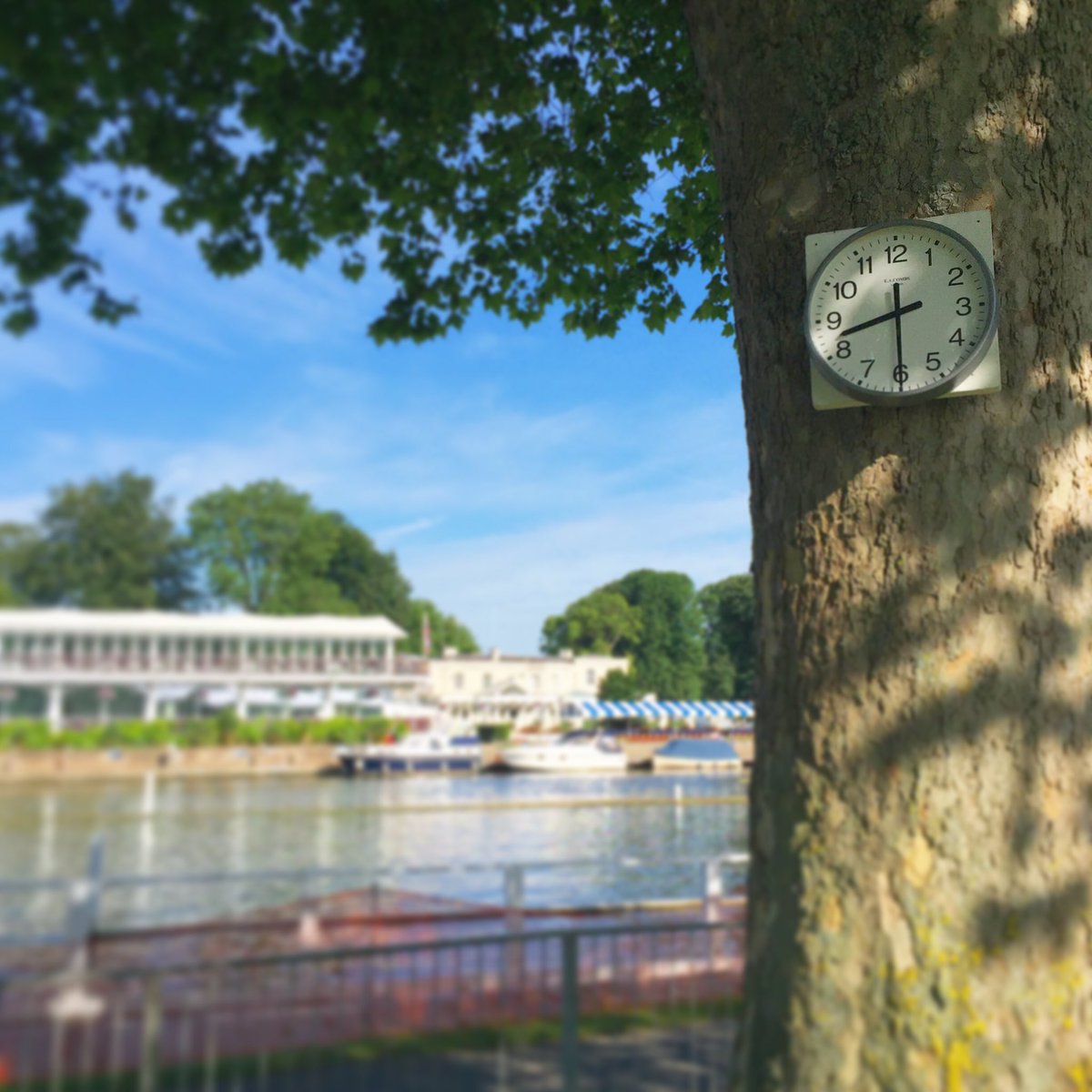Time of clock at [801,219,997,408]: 8:29
